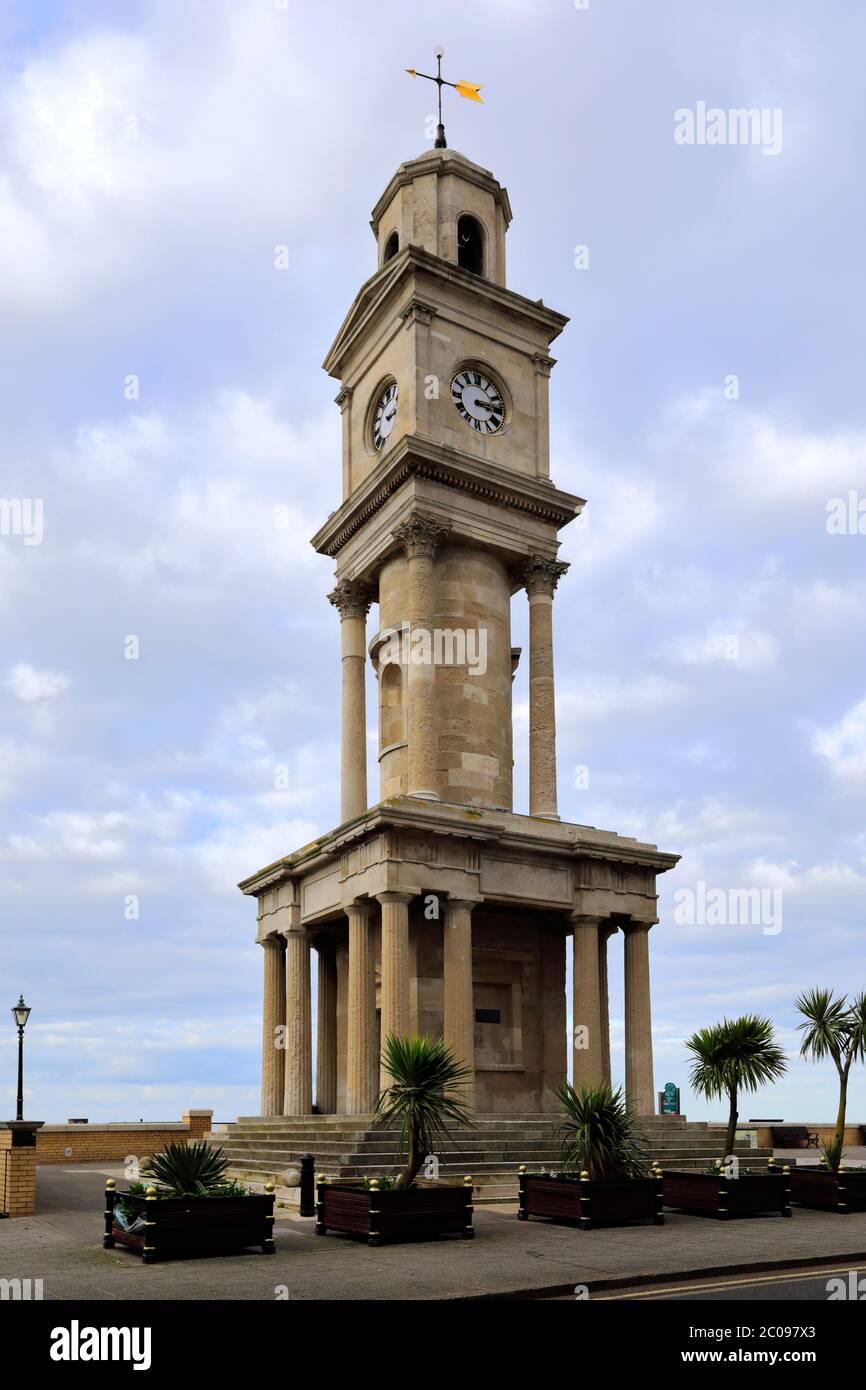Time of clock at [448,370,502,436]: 3:13
